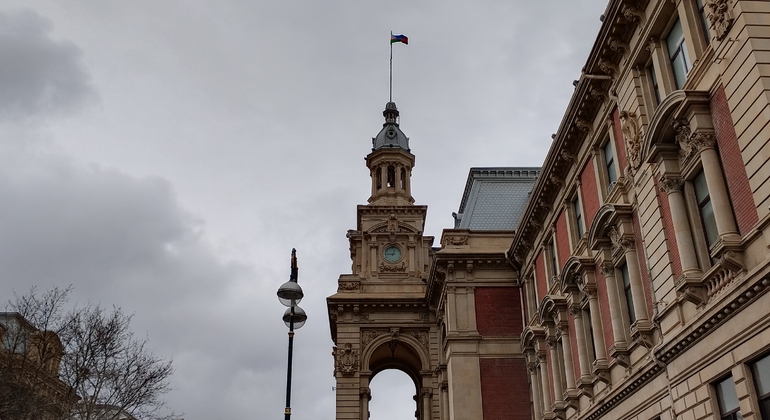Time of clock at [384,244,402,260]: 12:45
